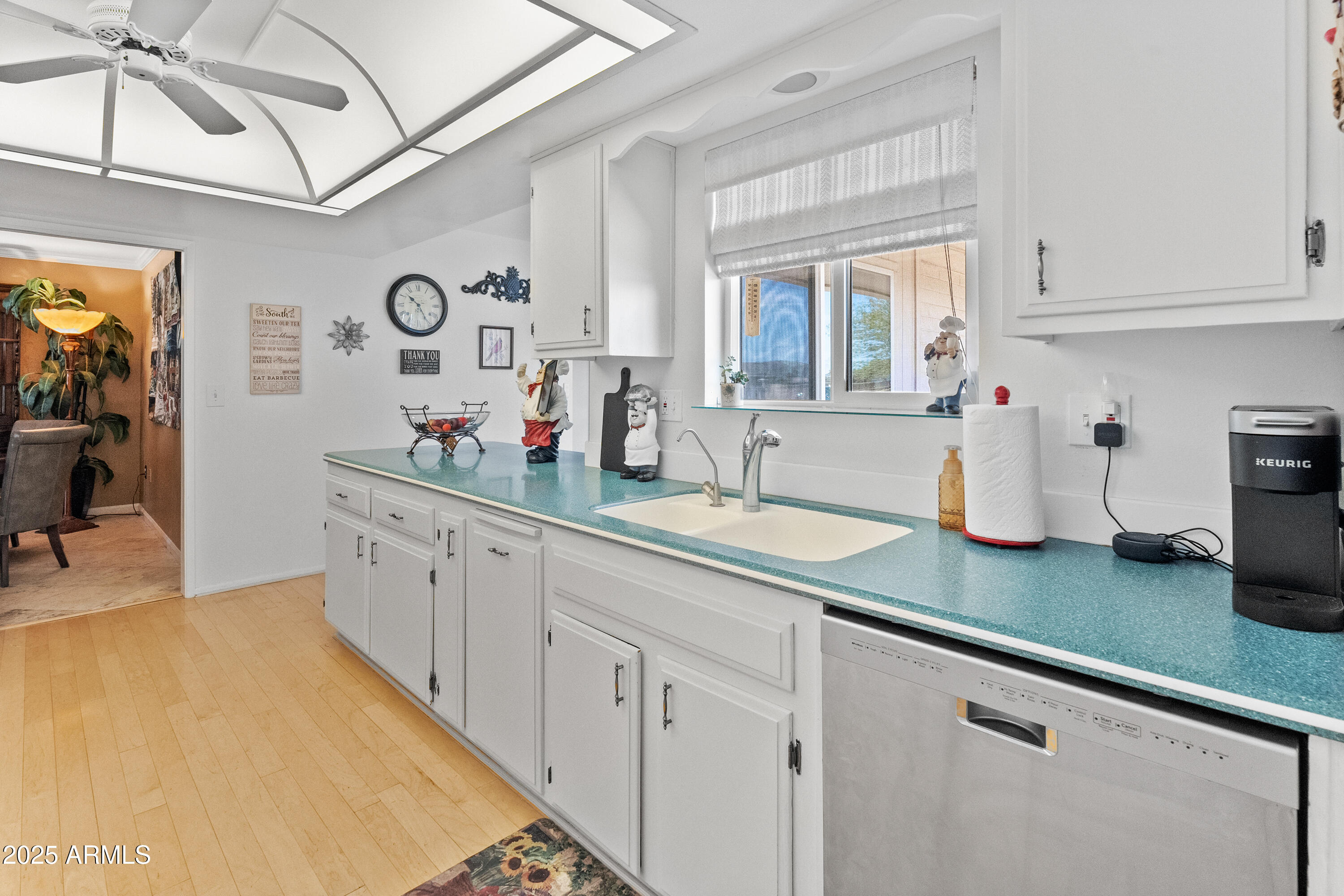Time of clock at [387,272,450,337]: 10:24
